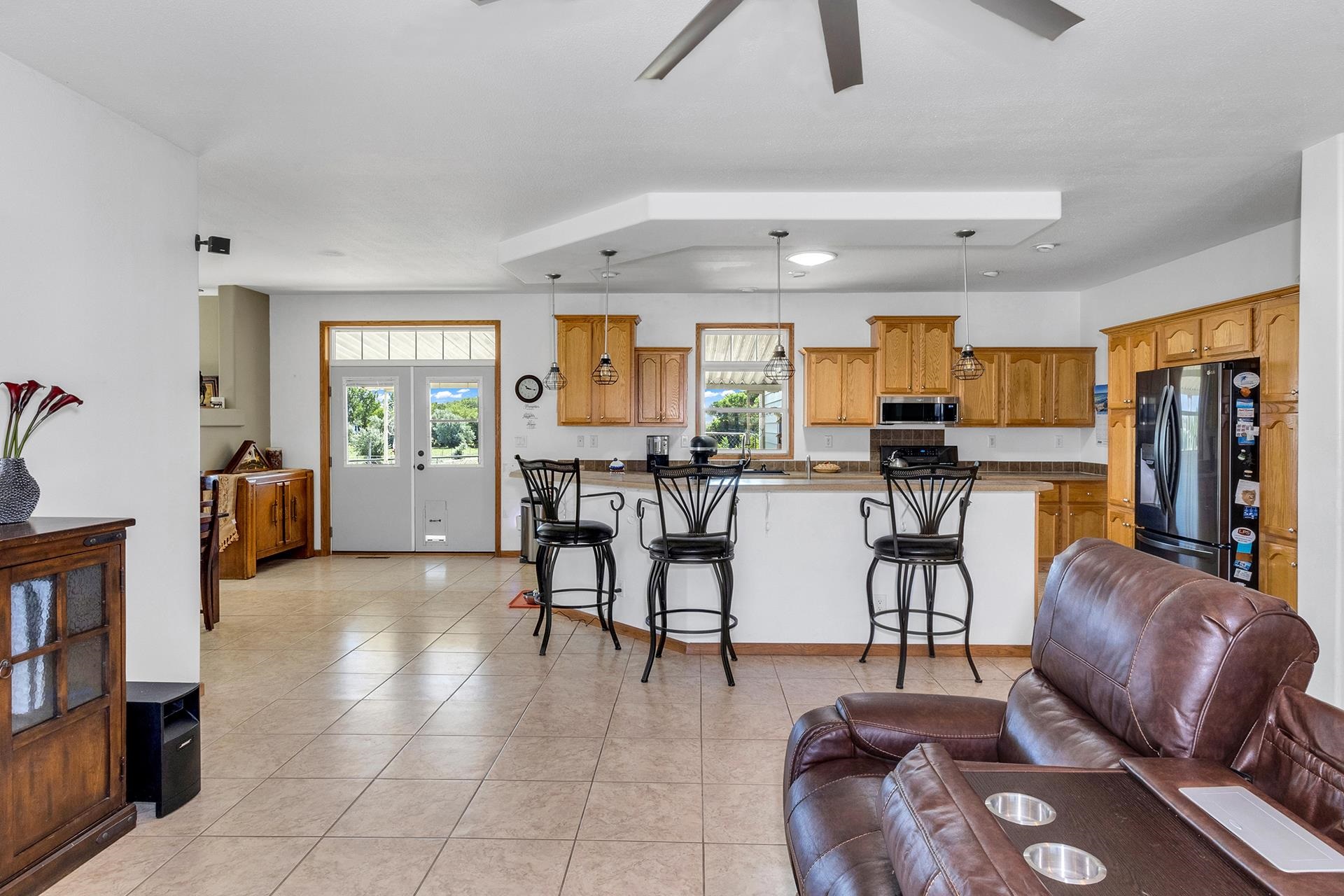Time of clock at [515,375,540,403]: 10:16
